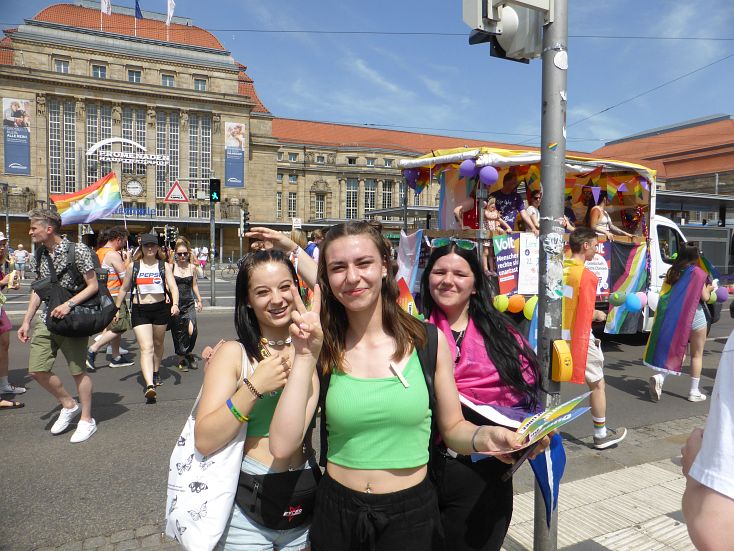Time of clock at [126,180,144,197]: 2:44
